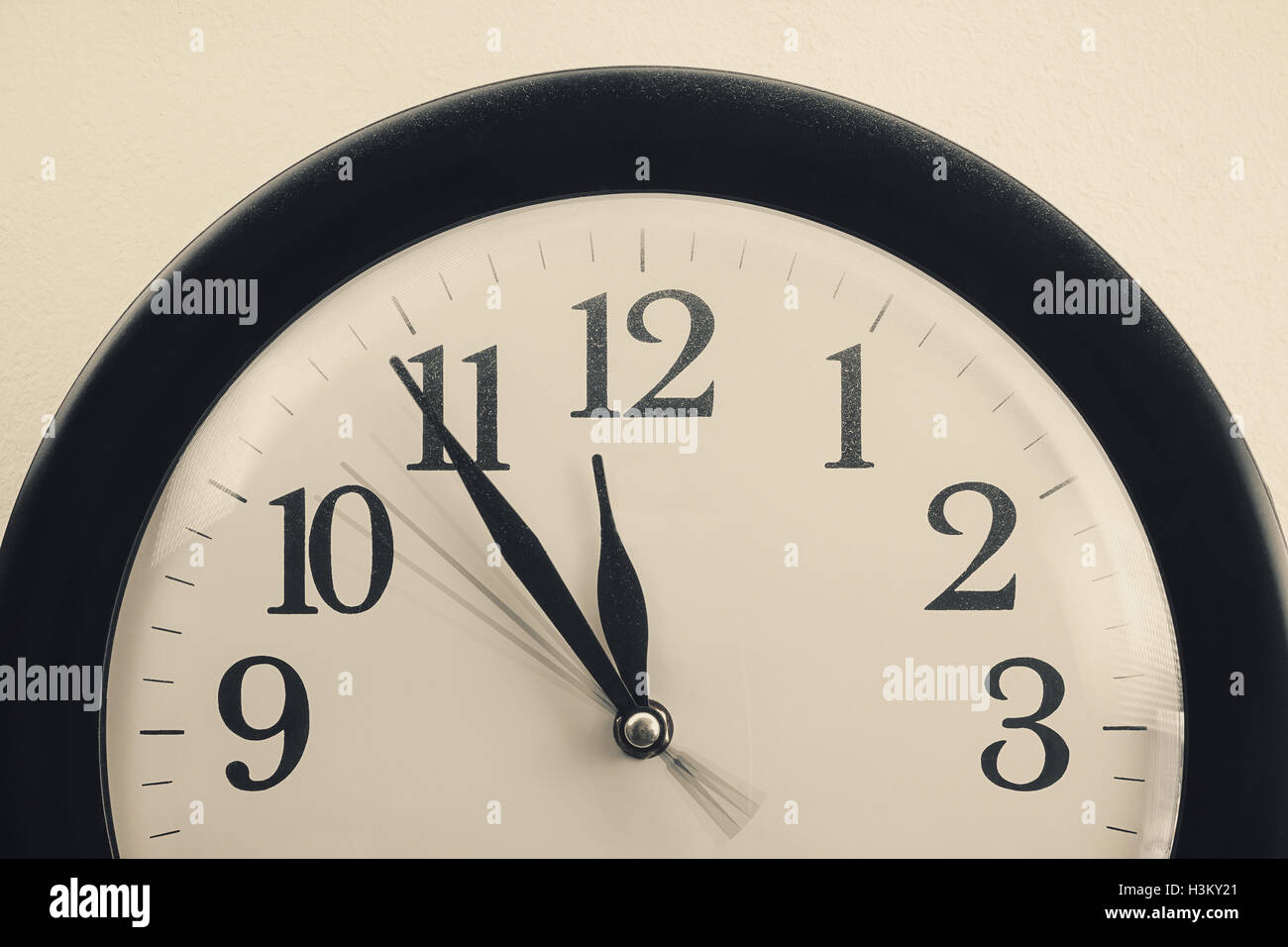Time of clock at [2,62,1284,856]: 10:54
